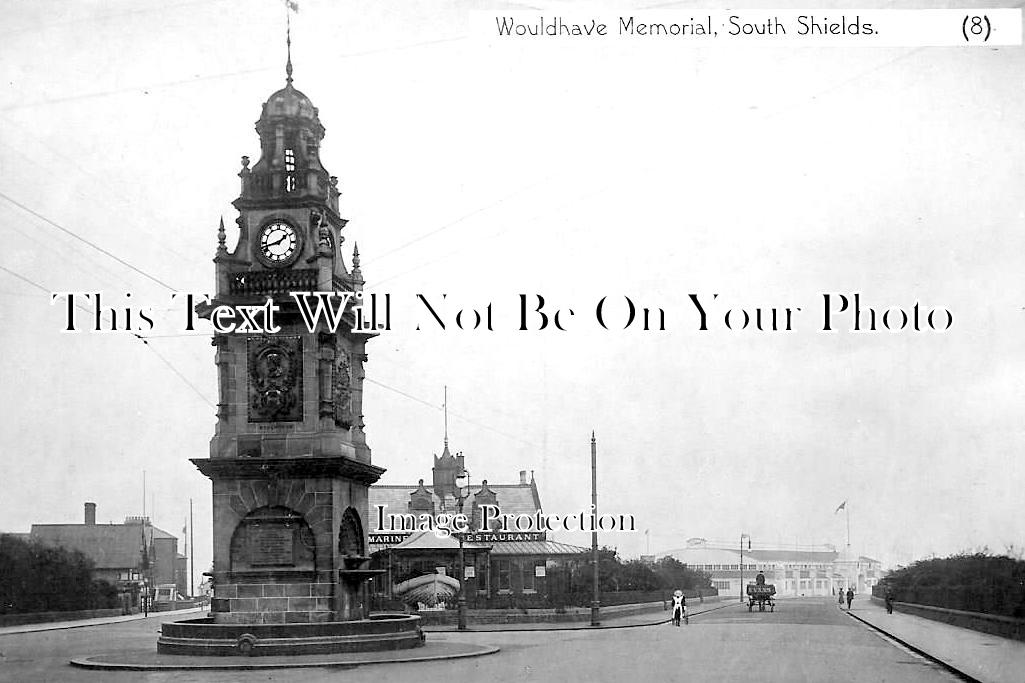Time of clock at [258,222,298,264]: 1:42
